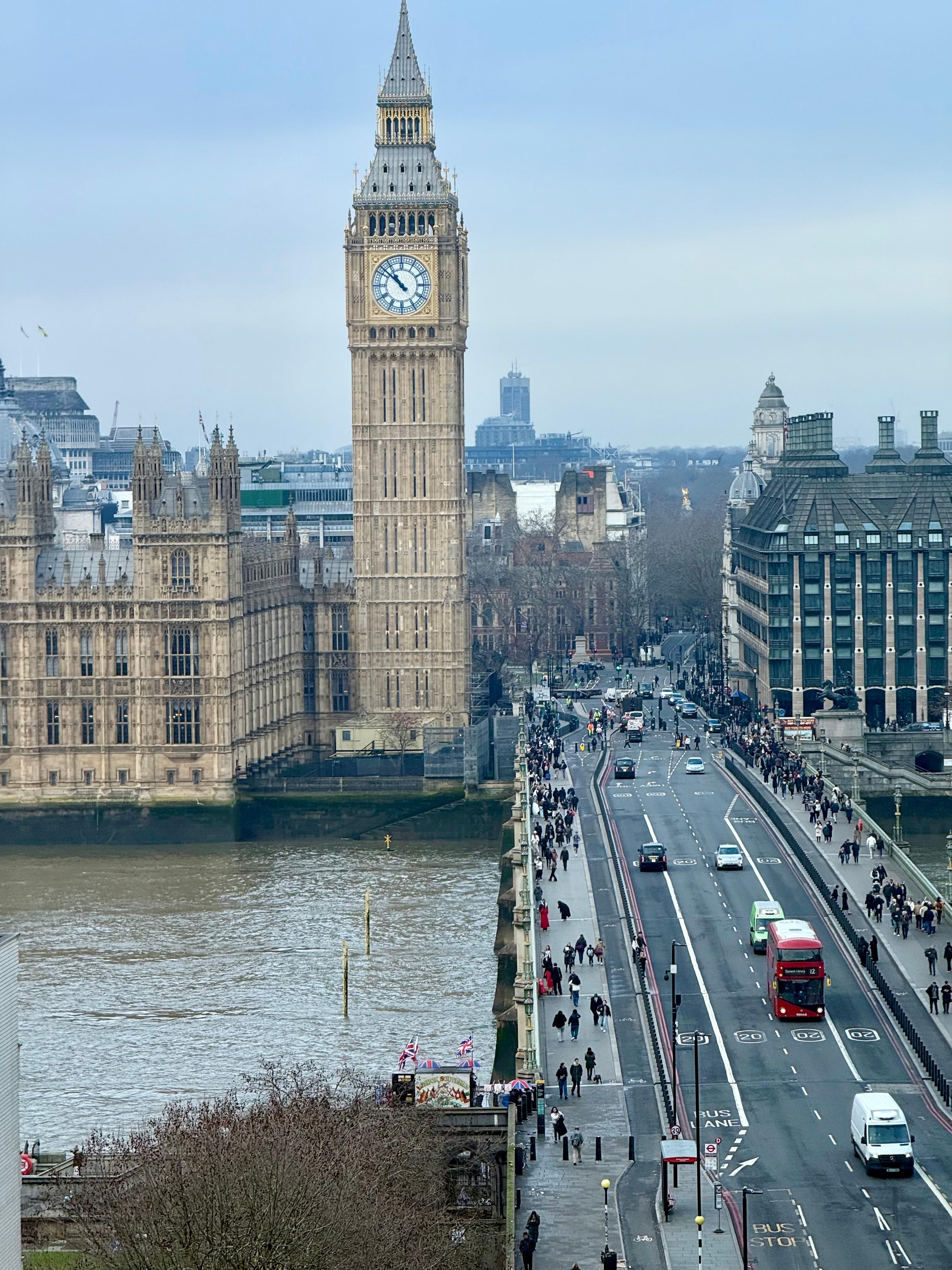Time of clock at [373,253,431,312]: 10:51
